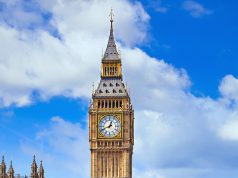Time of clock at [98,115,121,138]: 12:41
